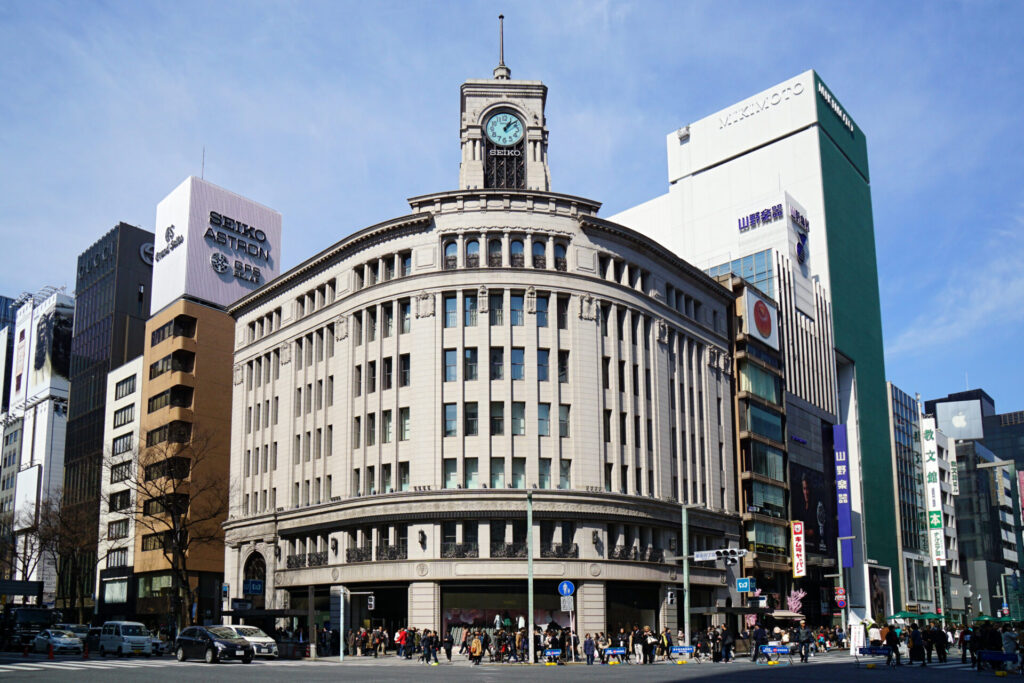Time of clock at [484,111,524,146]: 1:08
